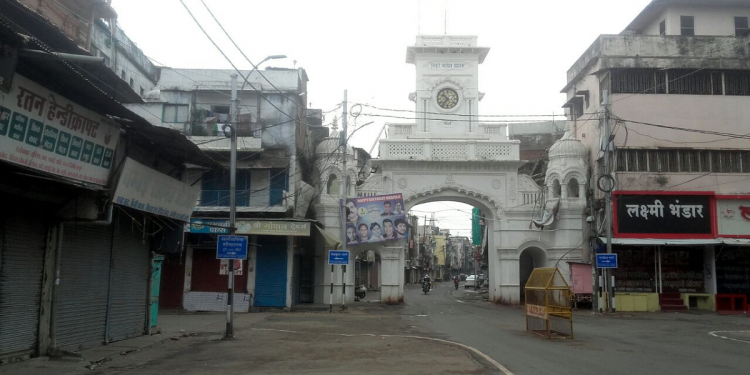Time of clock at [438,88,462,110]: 10:36
